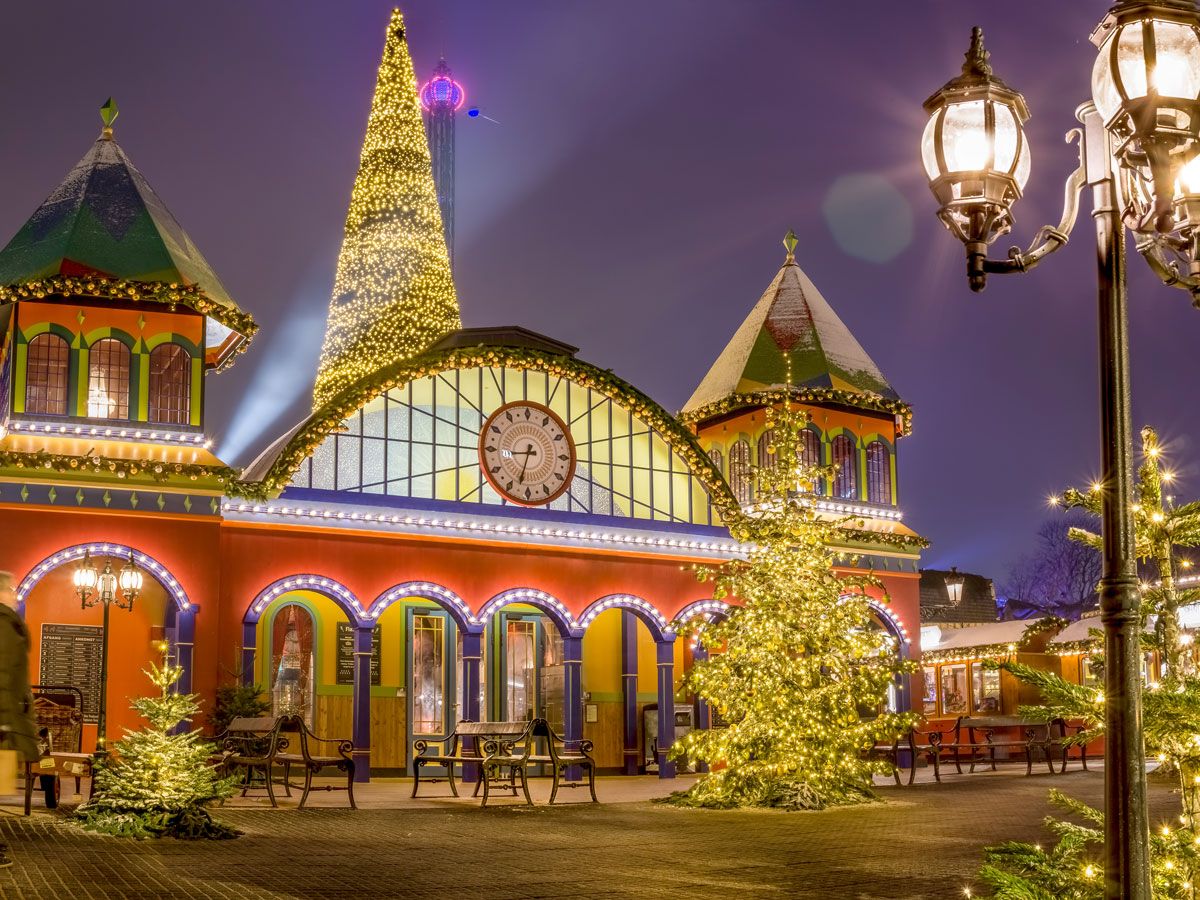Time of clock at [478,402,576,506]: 8:33
